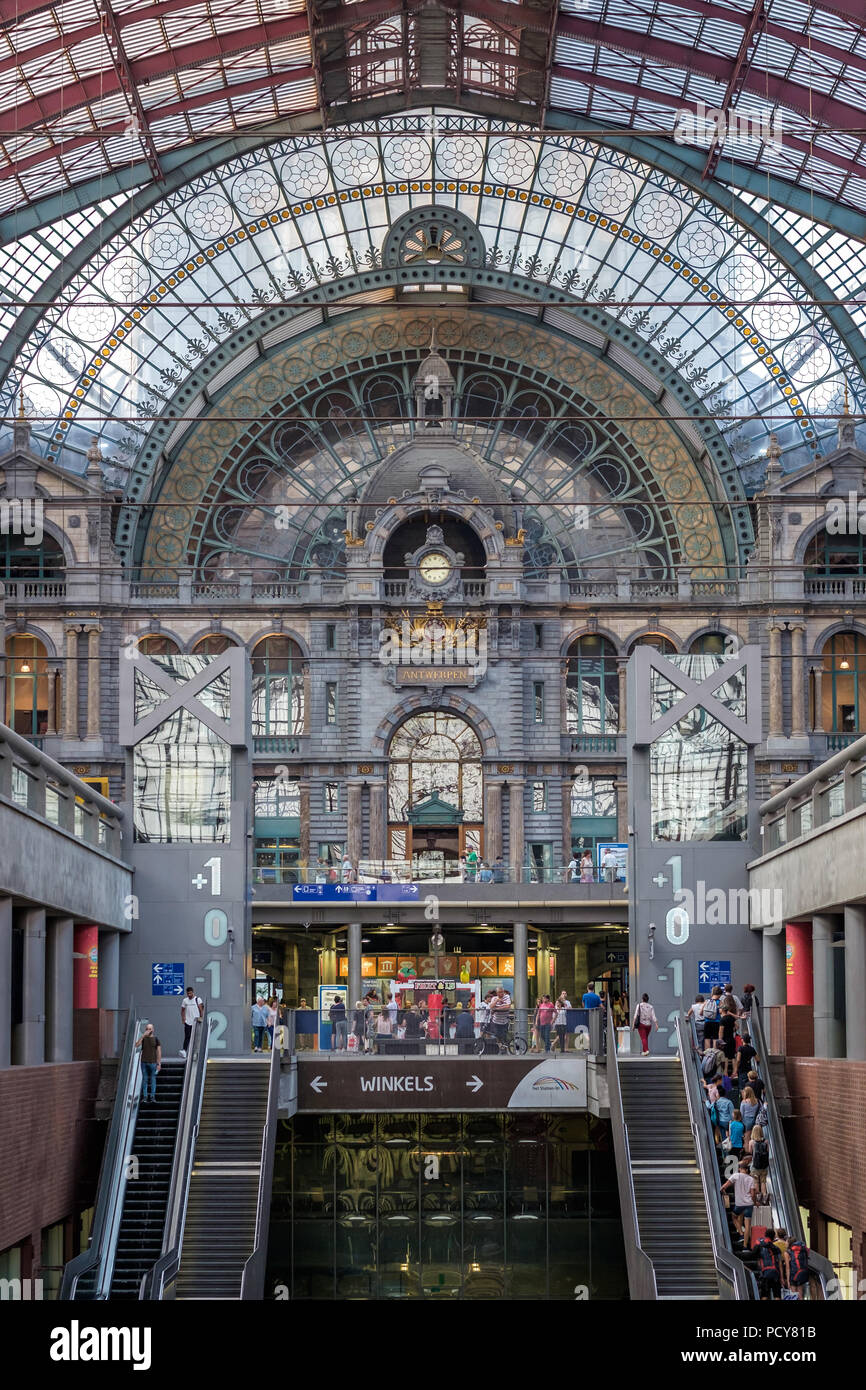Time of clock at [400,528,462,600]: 2:44
